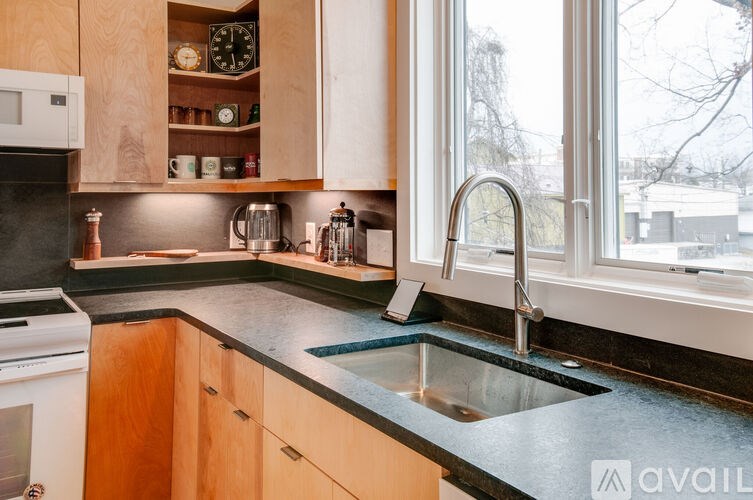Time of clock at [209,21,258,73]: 12:28
